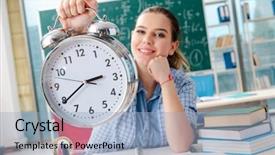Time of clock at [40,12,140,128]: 2:39
